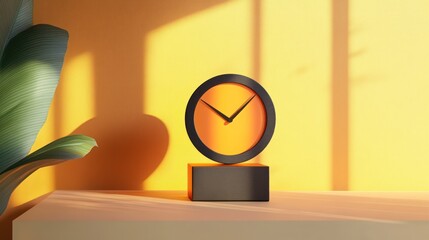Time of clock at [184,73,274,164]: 10:07
